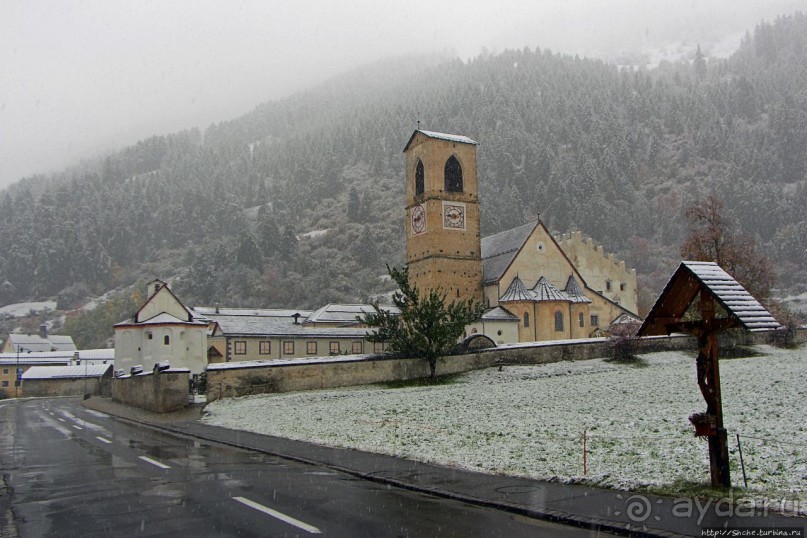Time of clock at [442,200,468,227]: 9:11
